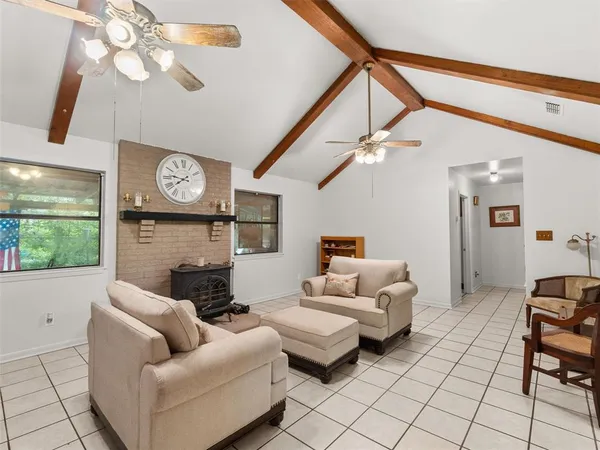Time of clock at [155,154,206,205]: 7:46
